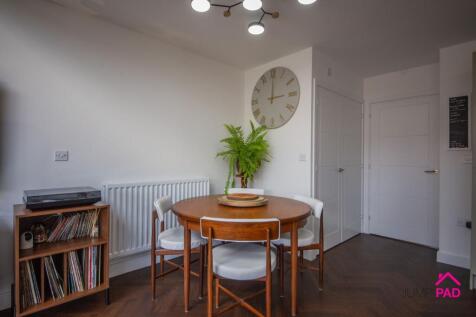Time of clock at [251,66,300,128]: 3:00
